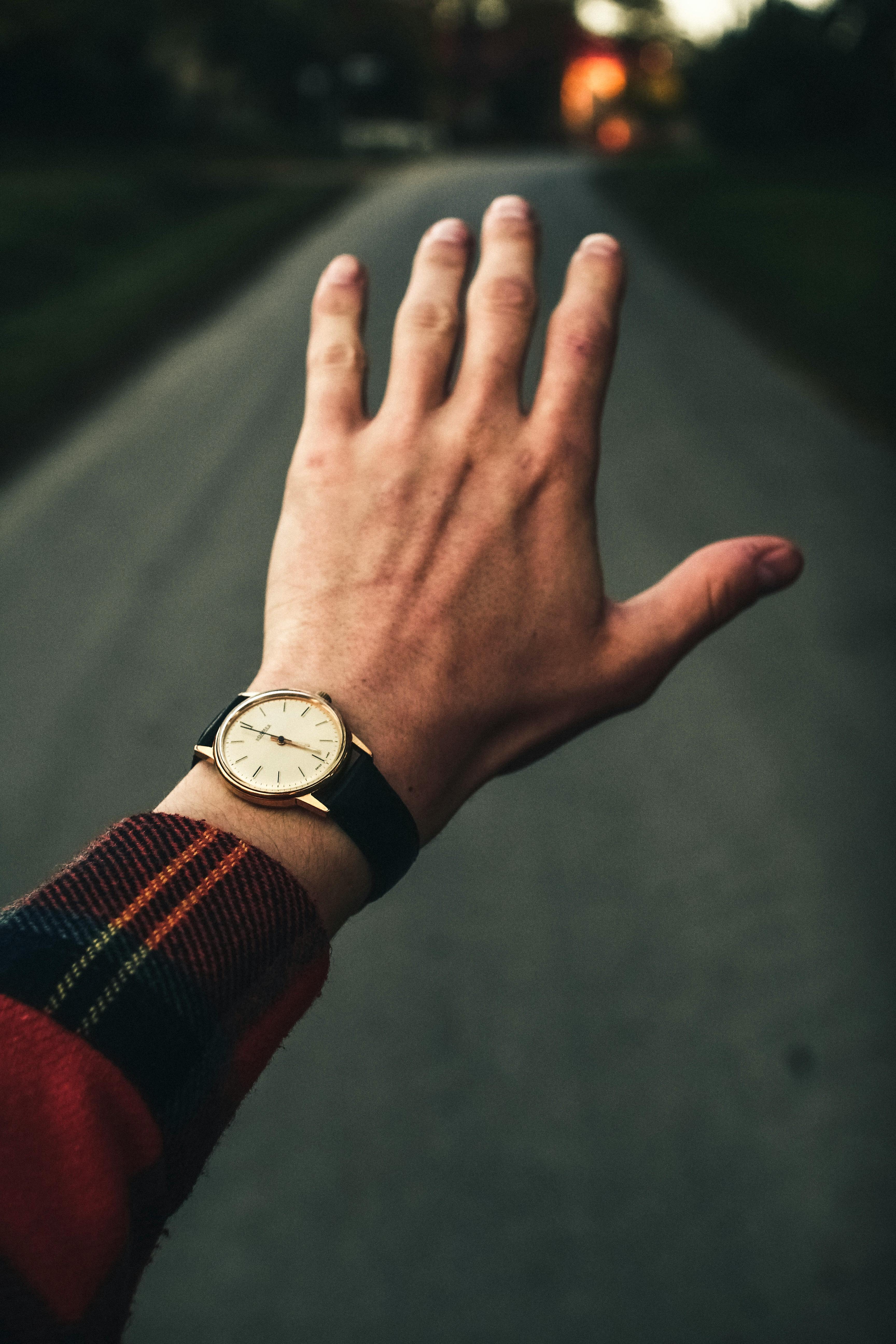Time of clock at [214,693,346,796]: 3:49
